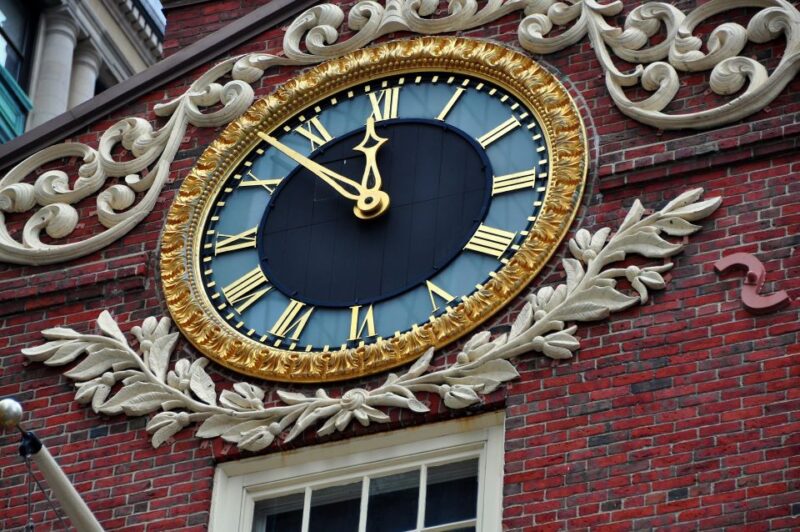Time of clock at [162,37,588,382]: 11:52
